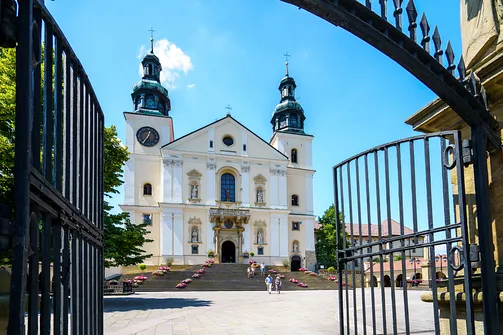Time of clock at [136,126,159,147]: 12:36
